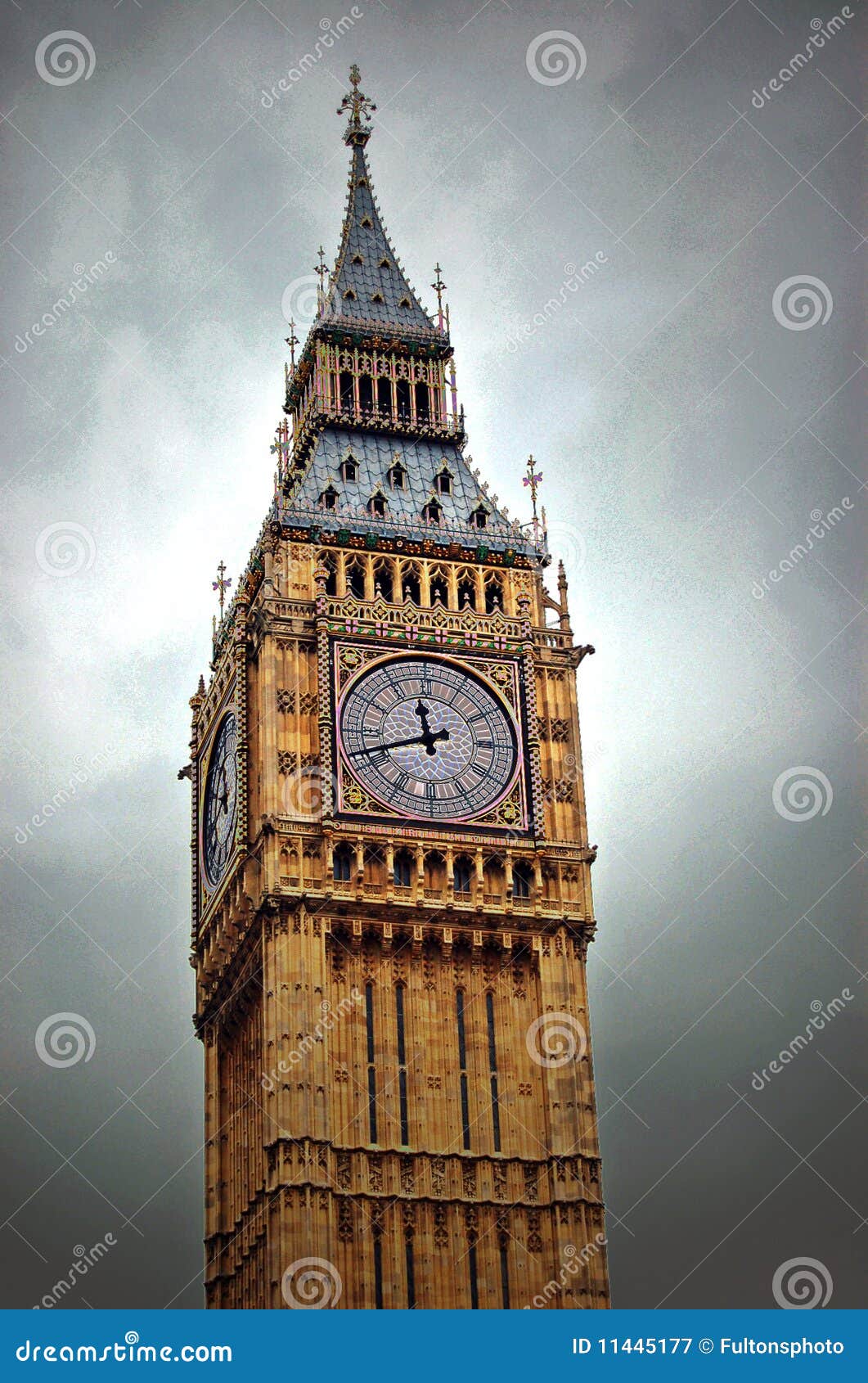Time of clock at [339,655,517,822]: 11:41
